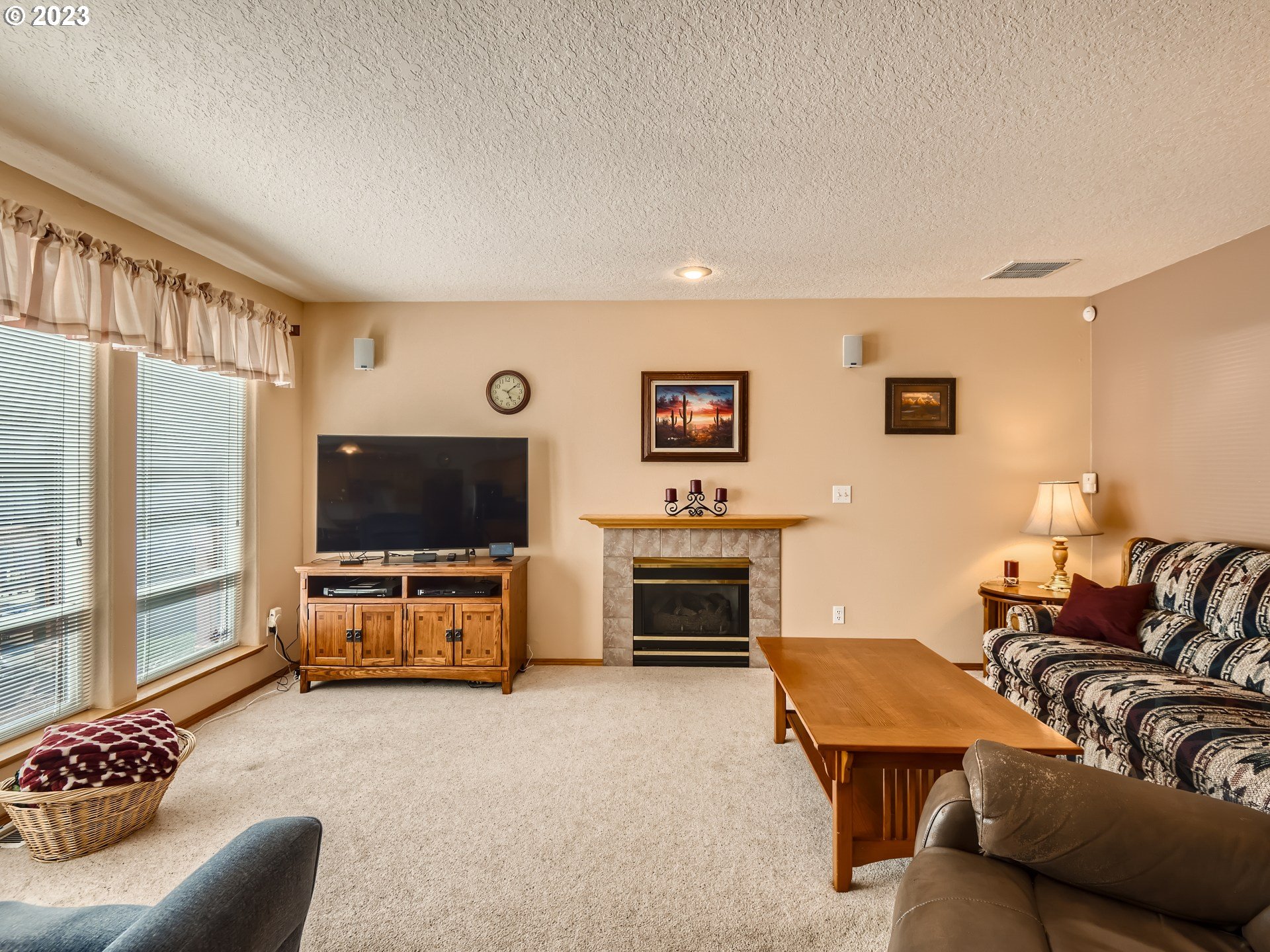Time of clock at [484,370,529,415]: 5:09
